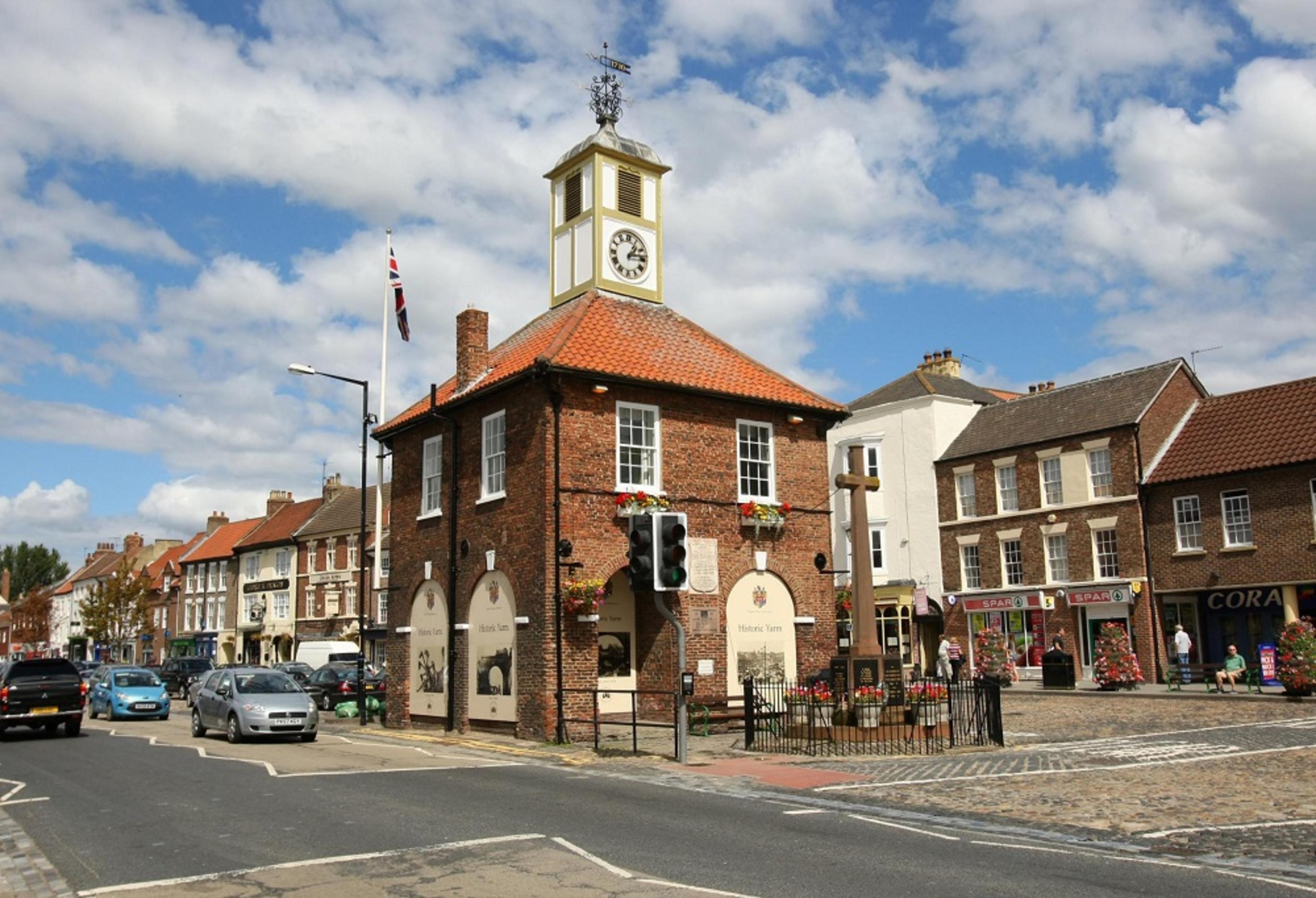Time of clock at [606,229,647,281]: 1:13
